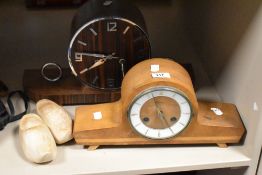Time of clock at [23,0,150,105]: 7:46
